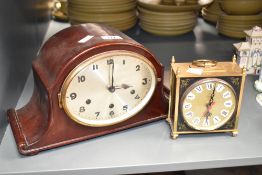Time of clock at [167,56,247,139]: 6:02
